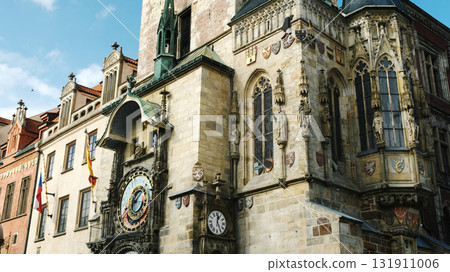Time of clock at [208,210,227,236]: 12:24
